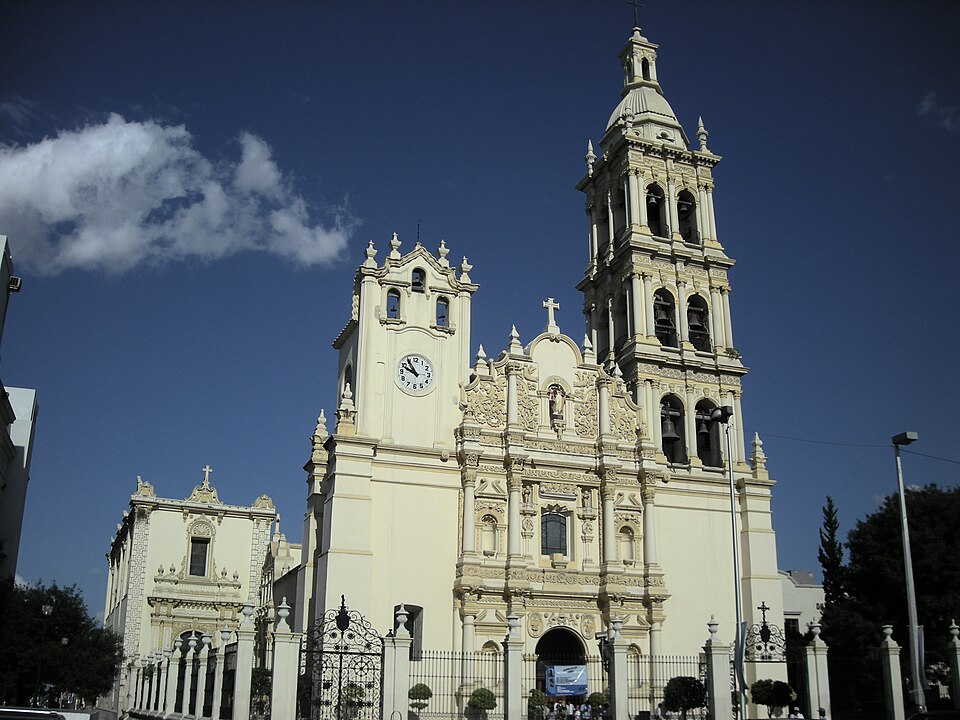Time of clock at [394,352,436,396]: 9:54
